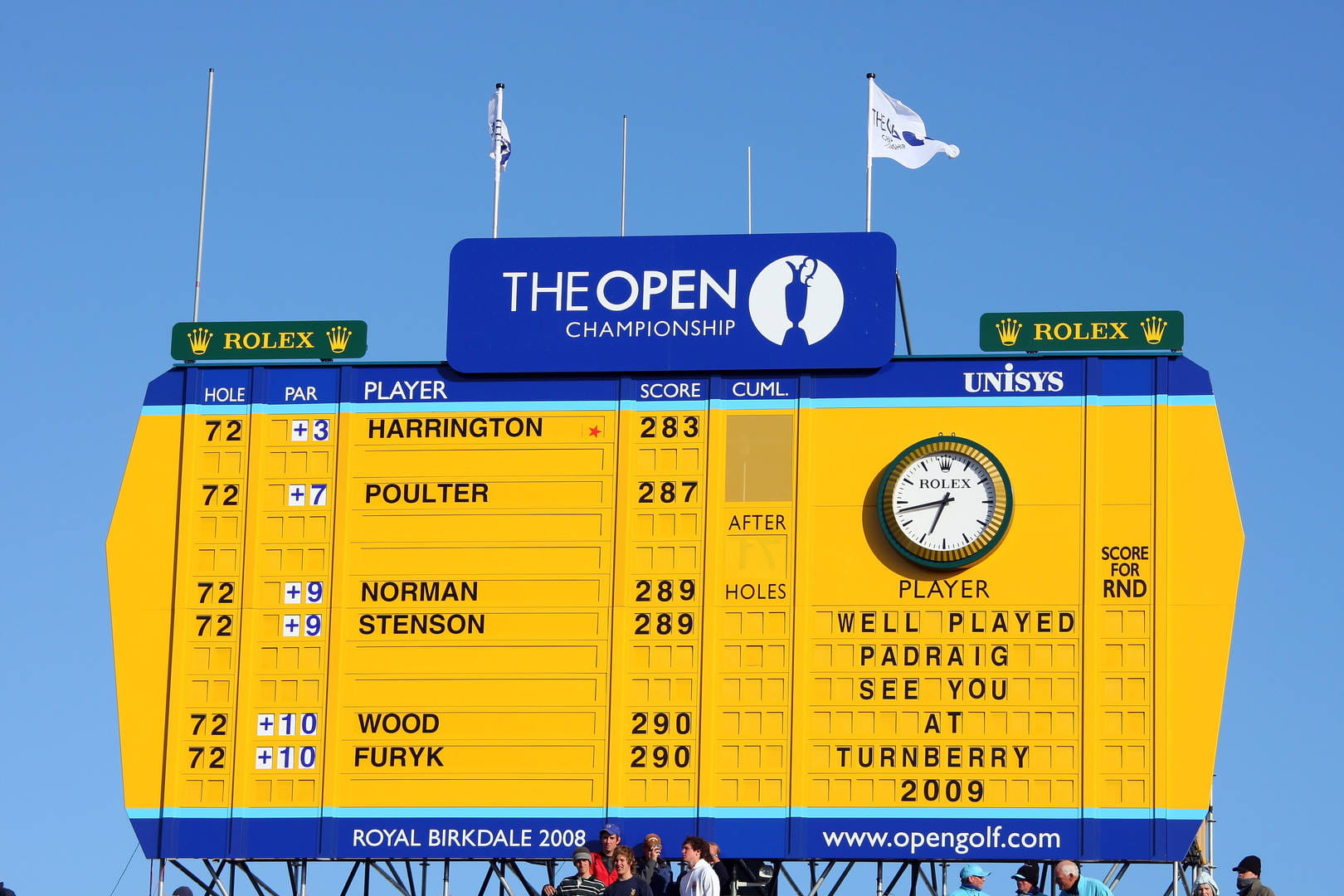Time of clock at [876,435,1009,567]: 6:42
